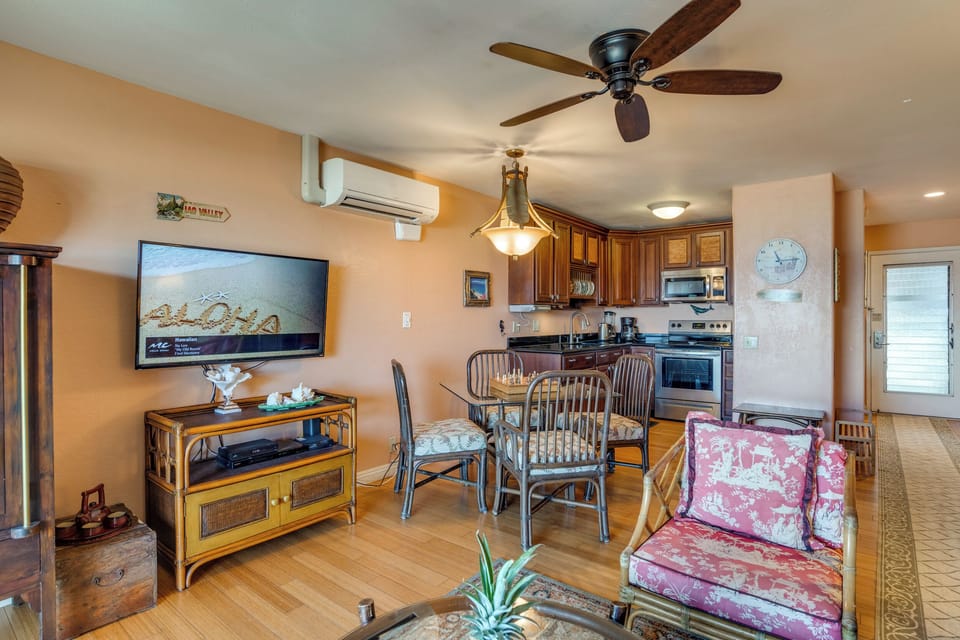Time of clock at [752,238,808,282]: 11:13
